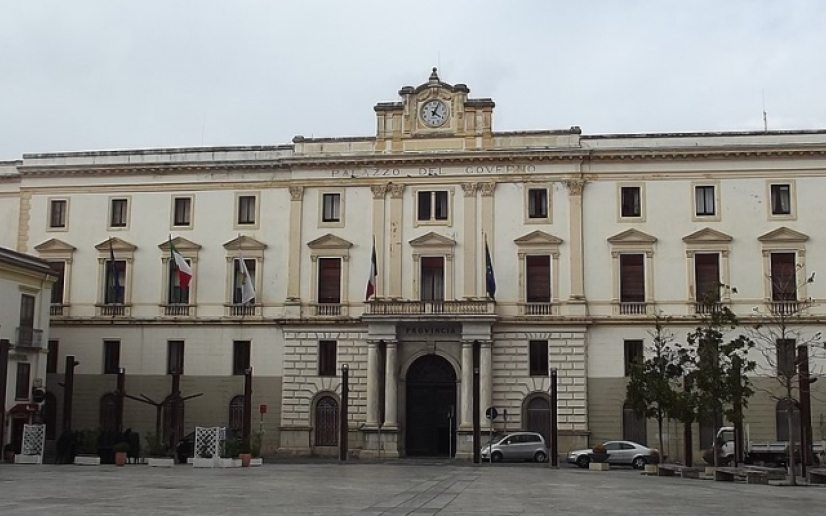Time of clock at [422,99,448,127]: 4:03
